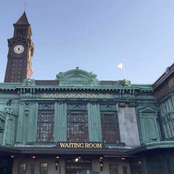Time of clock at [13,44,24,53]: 6:21
